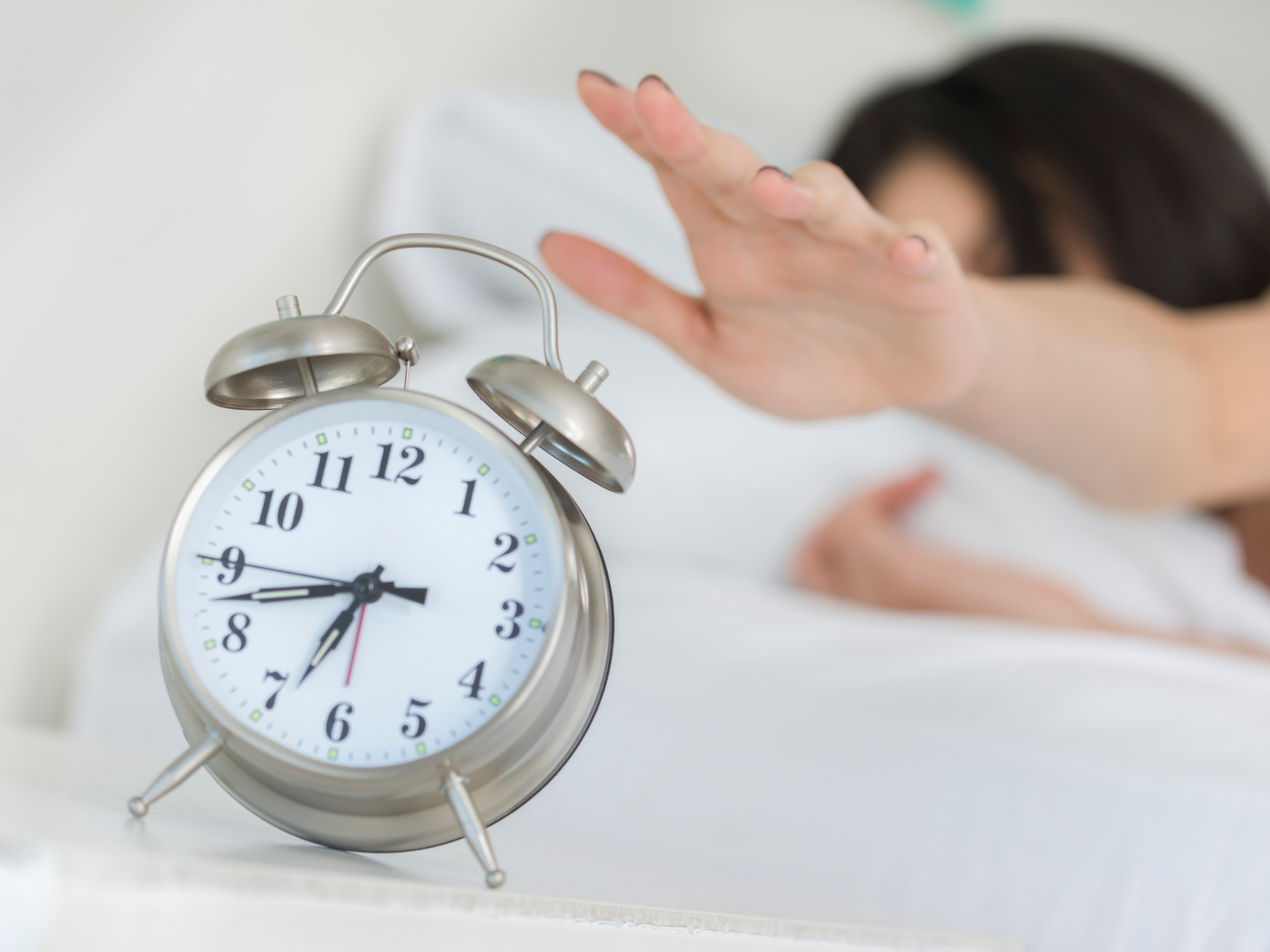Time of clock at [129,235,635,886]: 6:42
